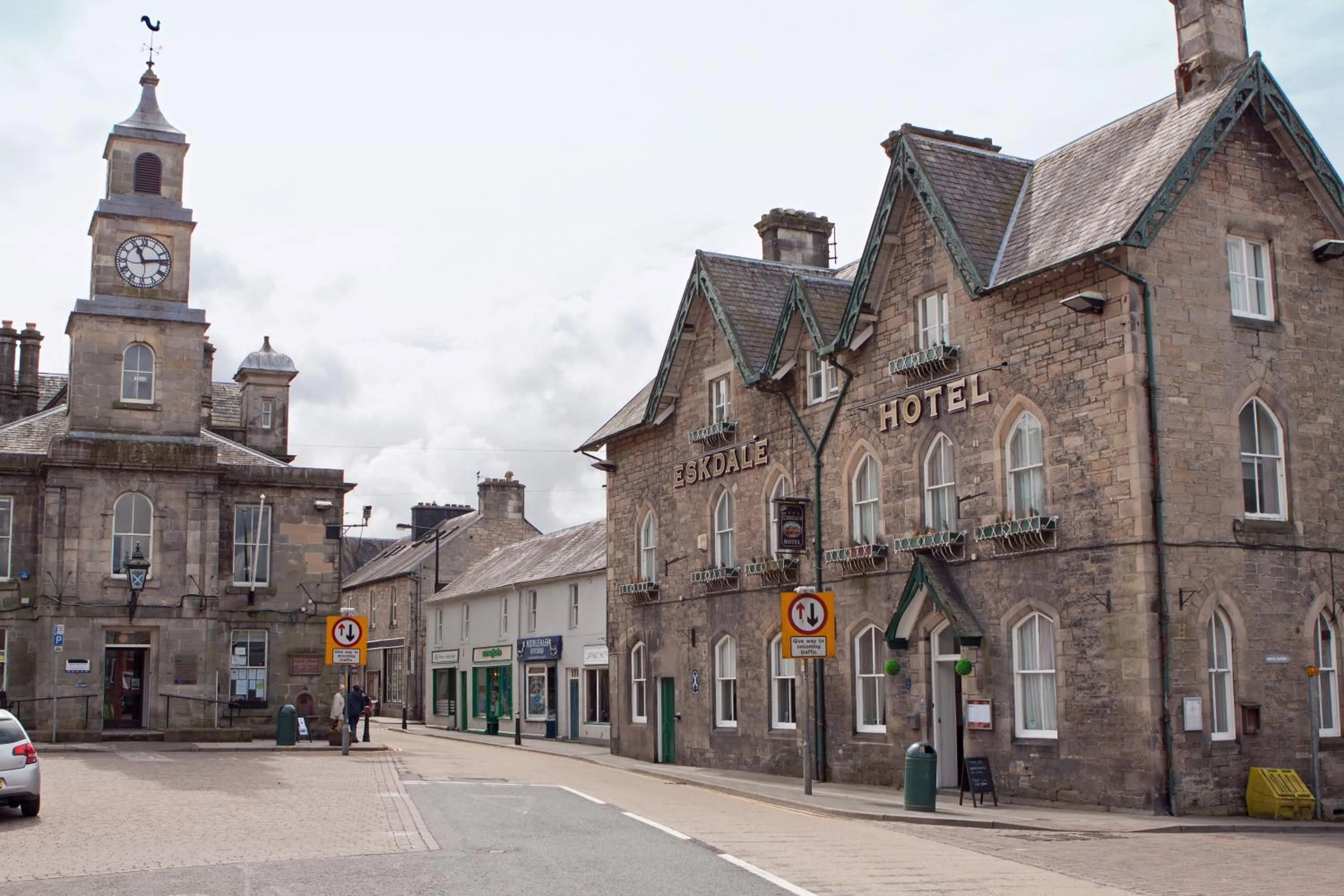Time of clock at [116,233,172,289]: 11:13
